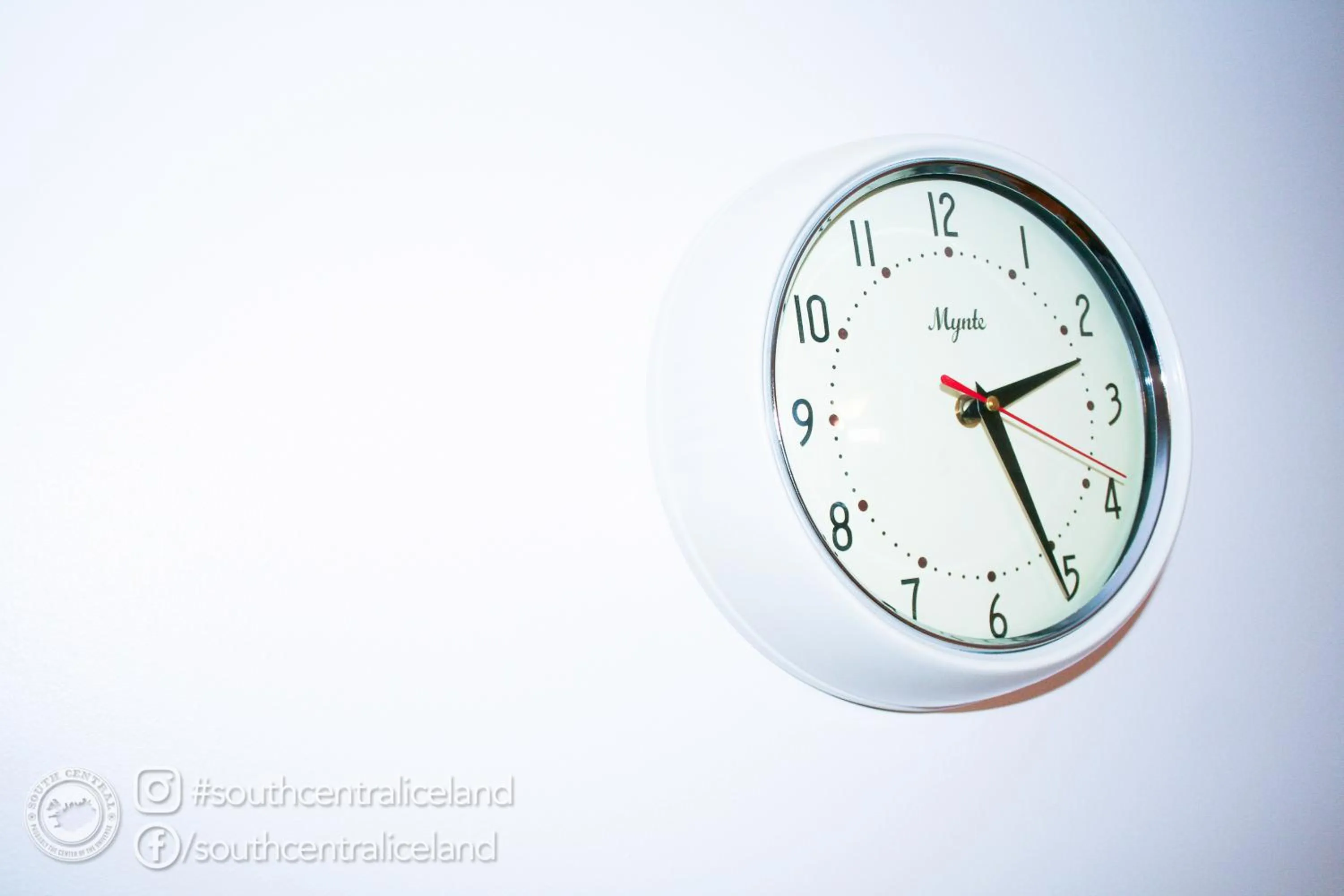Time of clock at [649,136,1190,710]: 2:25
